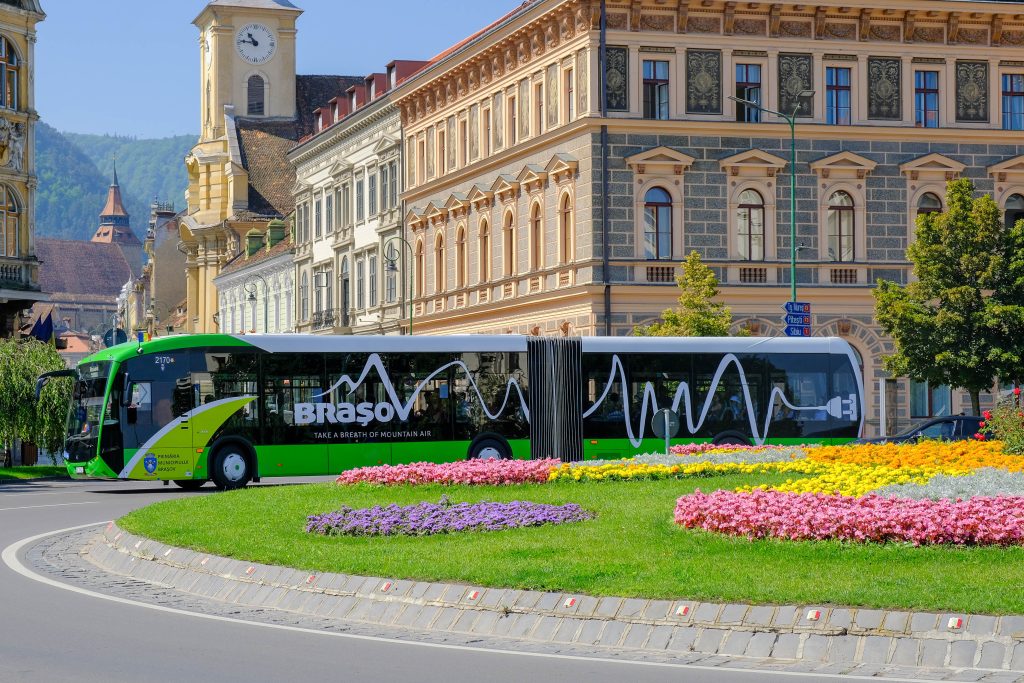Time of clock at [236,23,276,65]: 10:46
